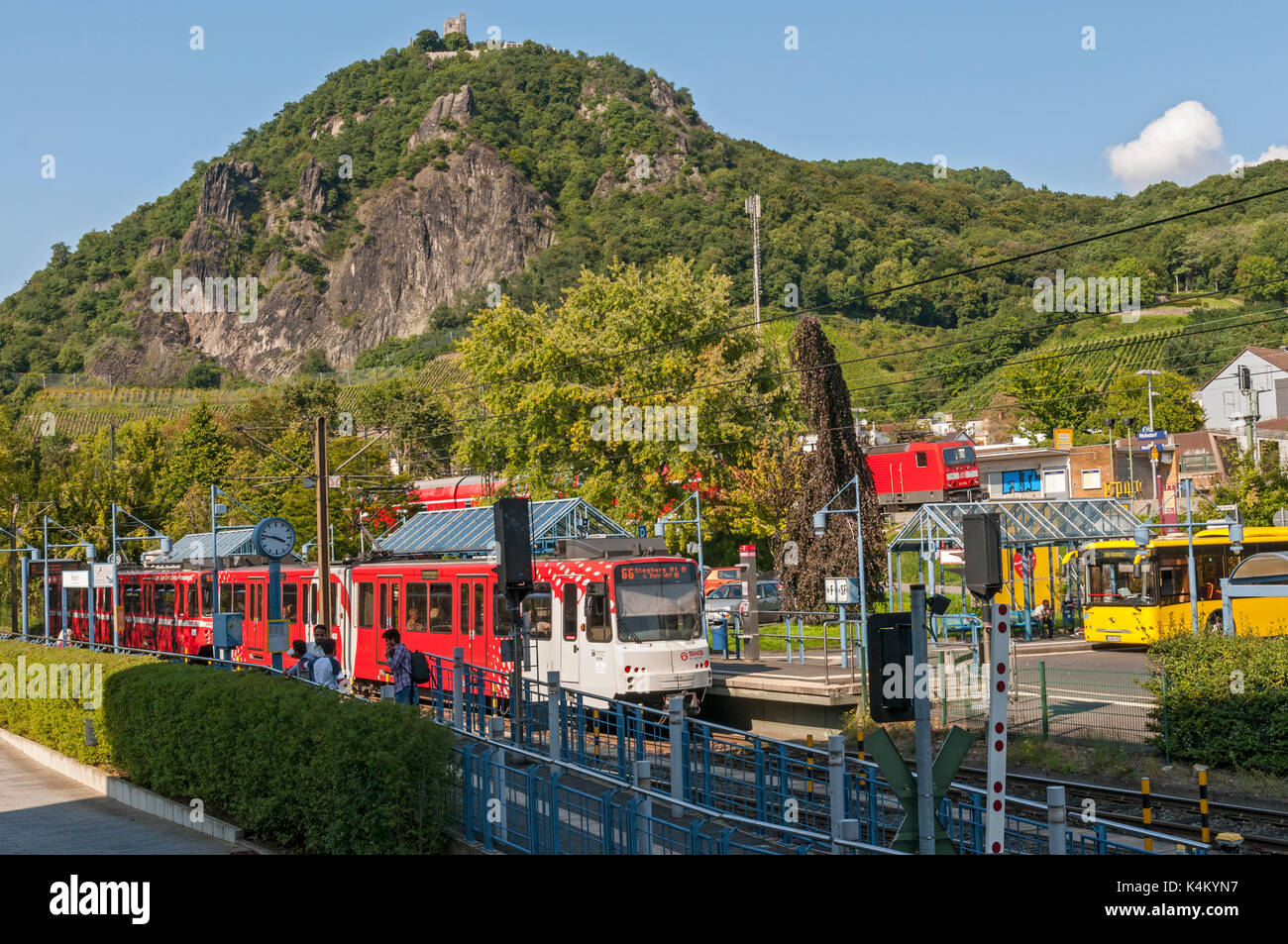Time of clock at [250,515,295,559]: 3:47
